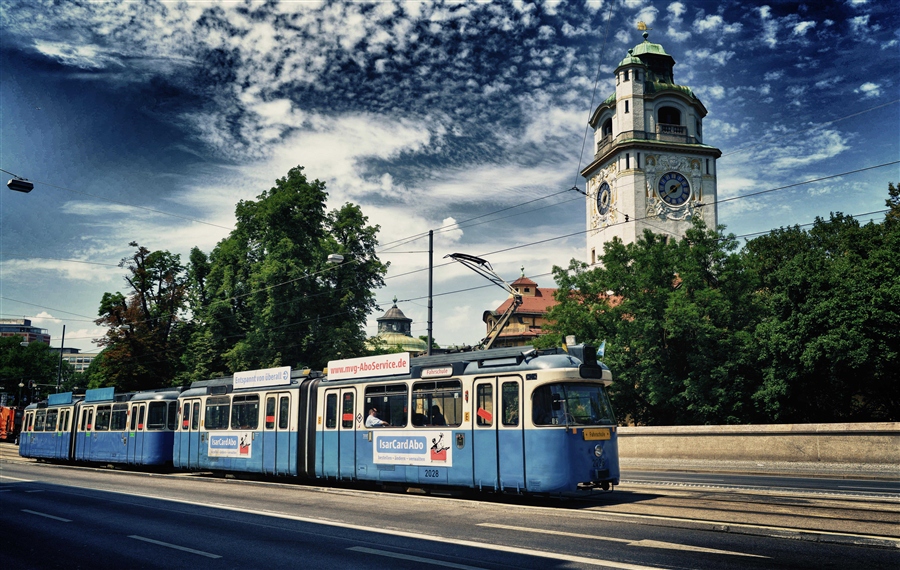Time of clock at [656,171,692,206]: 1:38
